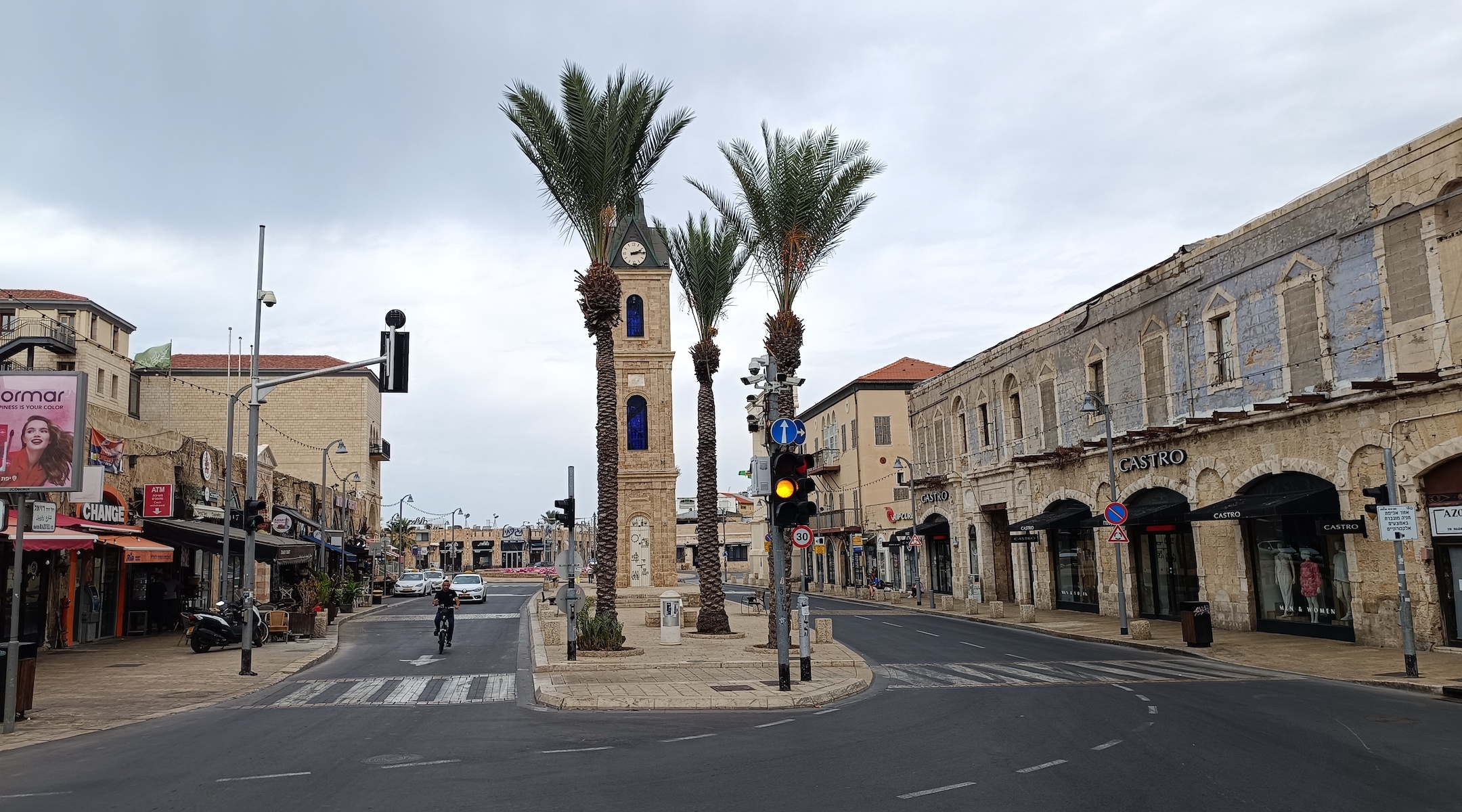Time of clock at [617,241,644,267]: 2:14
